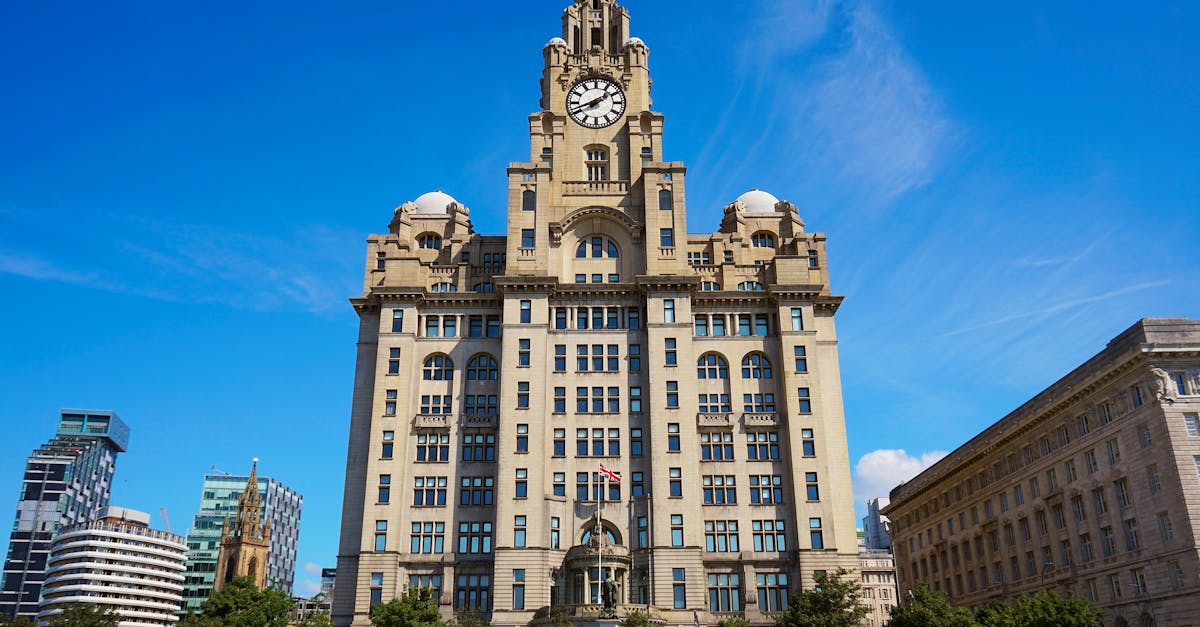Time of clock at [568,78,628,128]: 1:41
